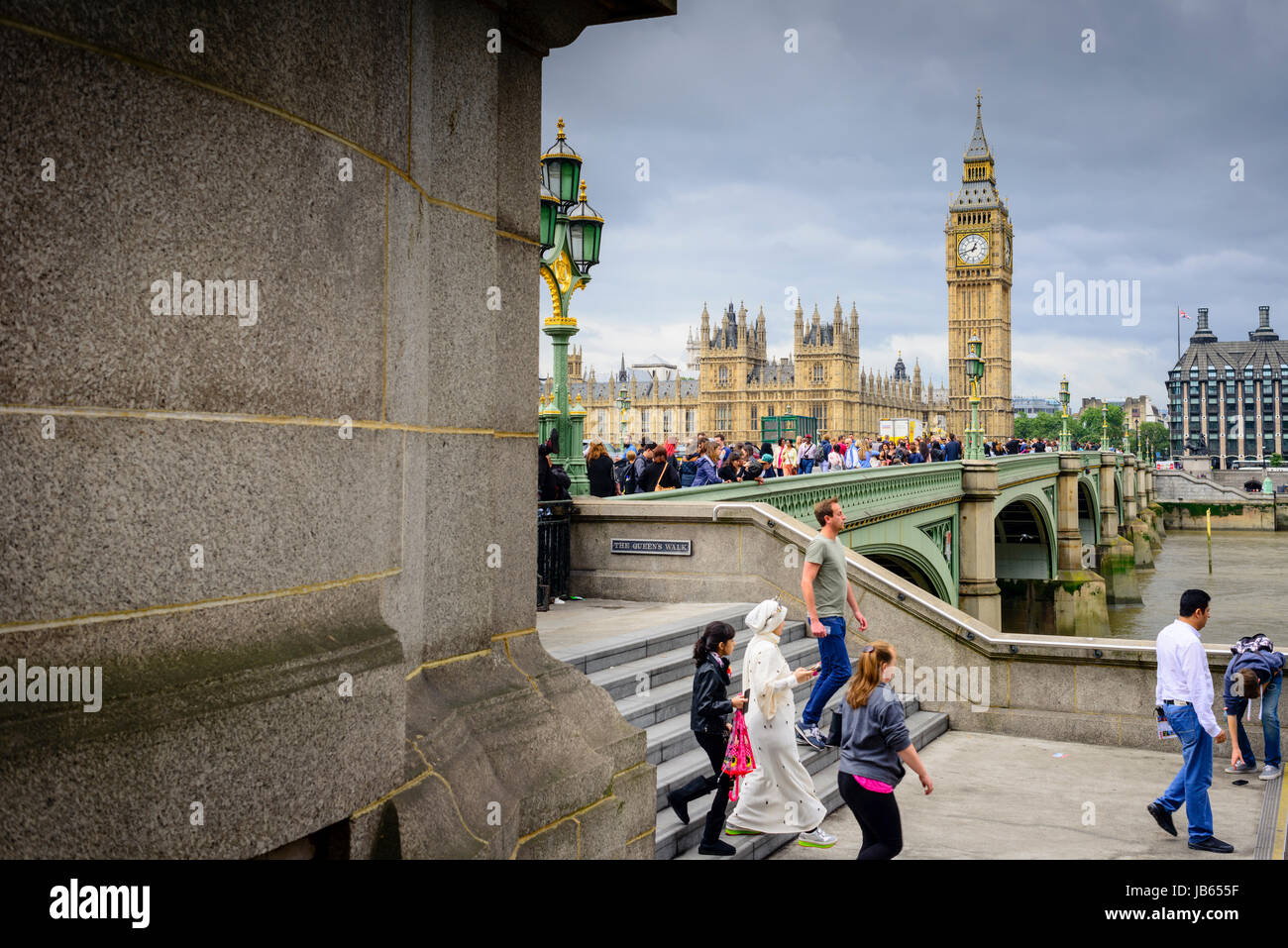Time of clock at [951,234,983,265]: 12:42
